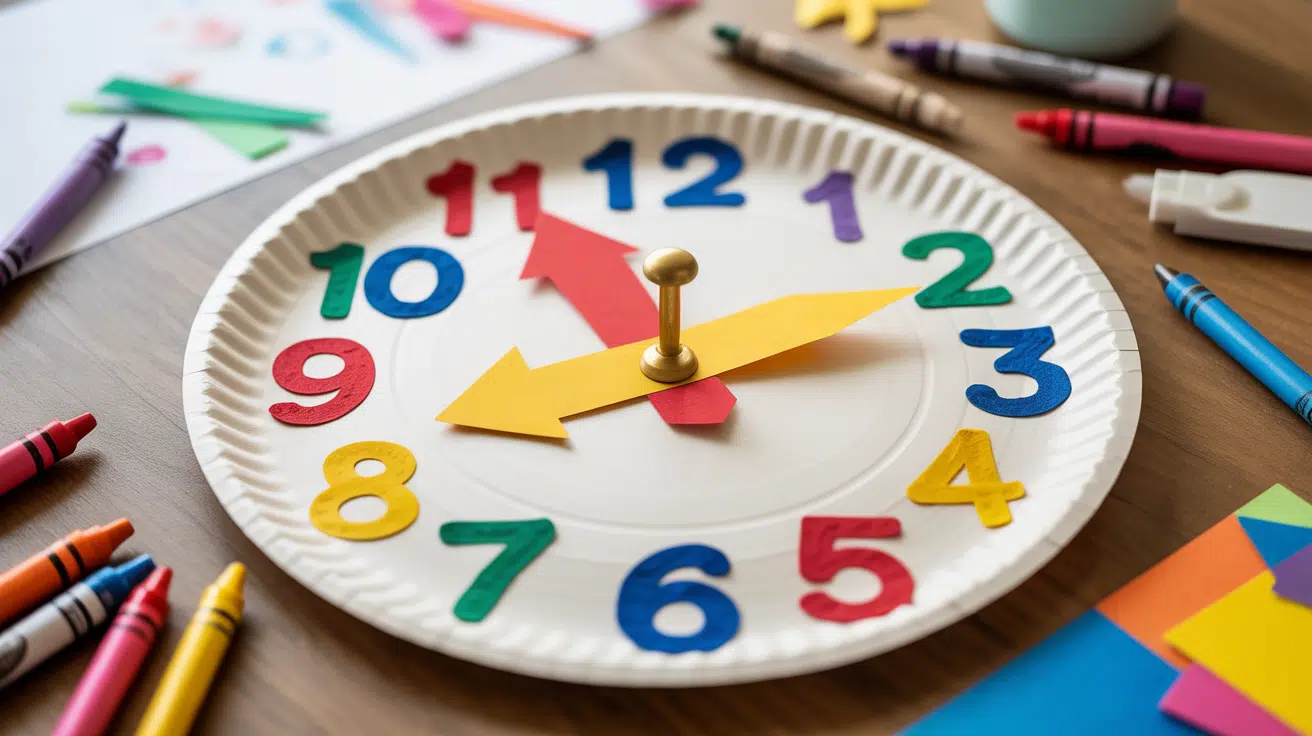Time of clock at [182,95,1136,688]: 11:56
